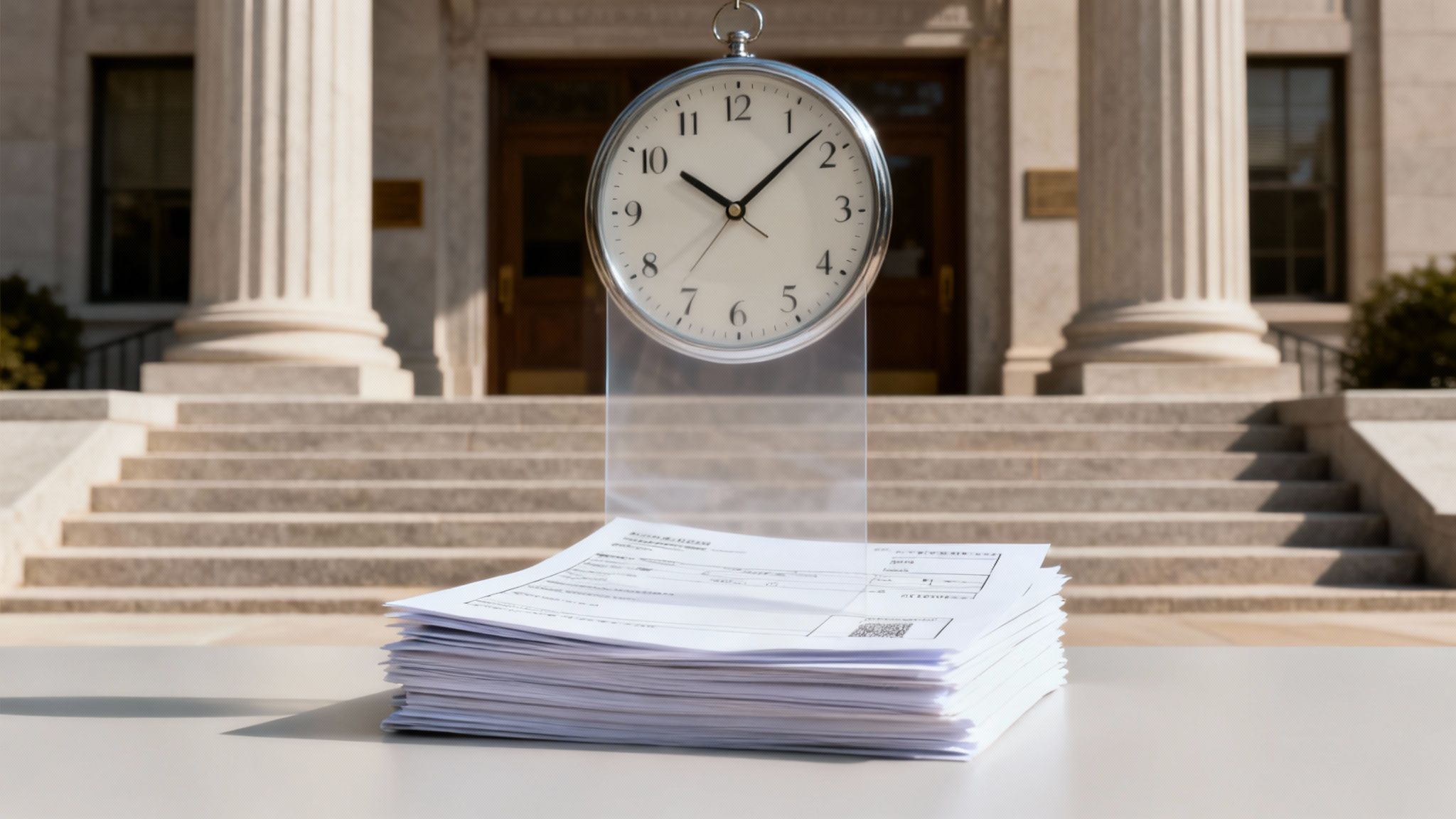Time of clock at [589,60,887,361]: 10:07
